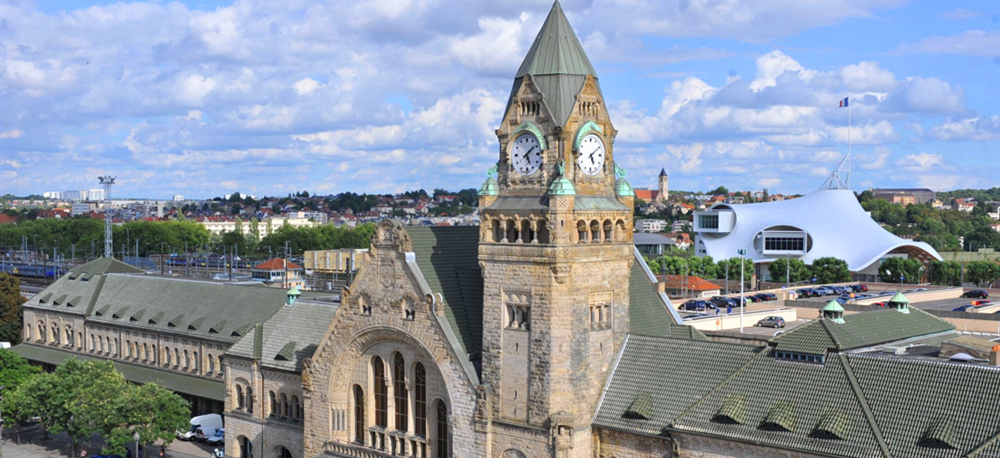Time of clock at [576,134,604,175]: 5:09
